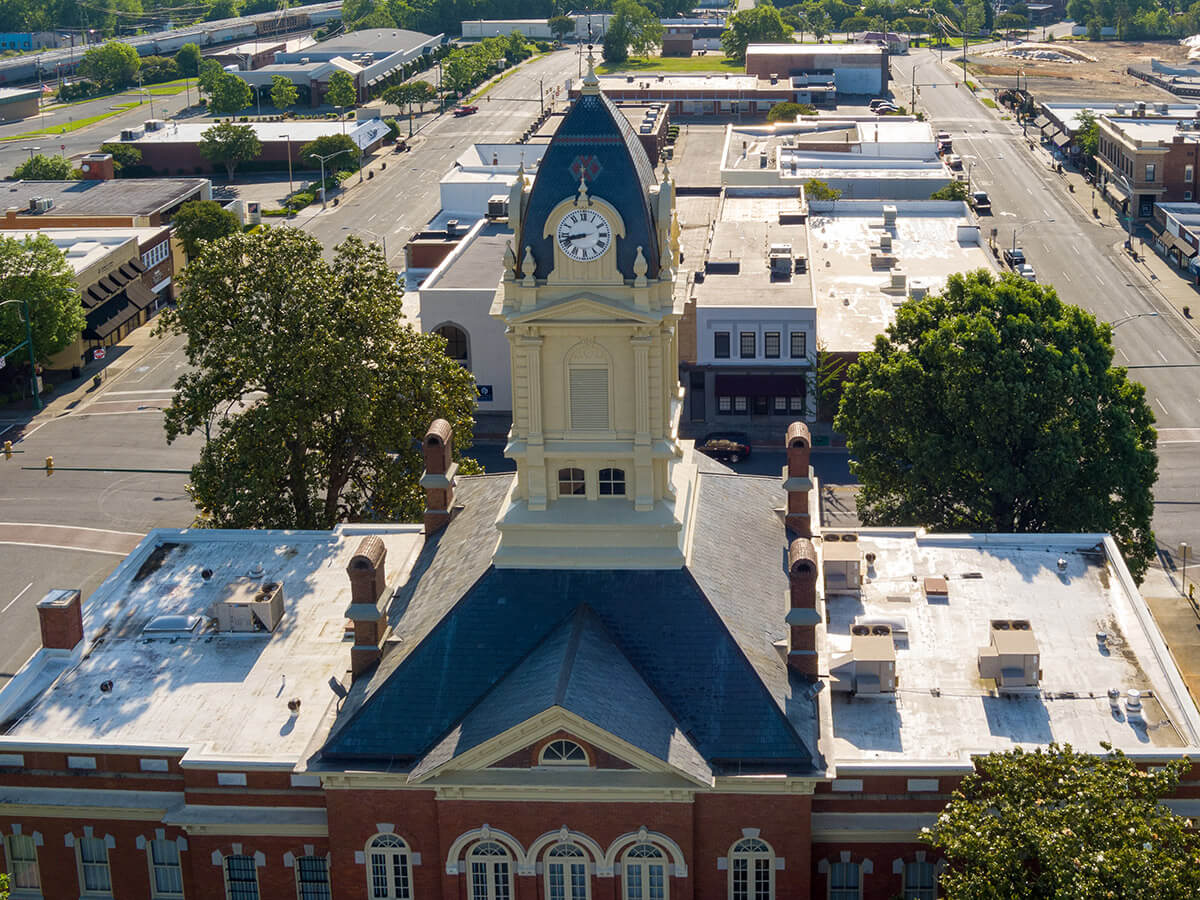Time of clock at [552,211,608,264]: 8:42
